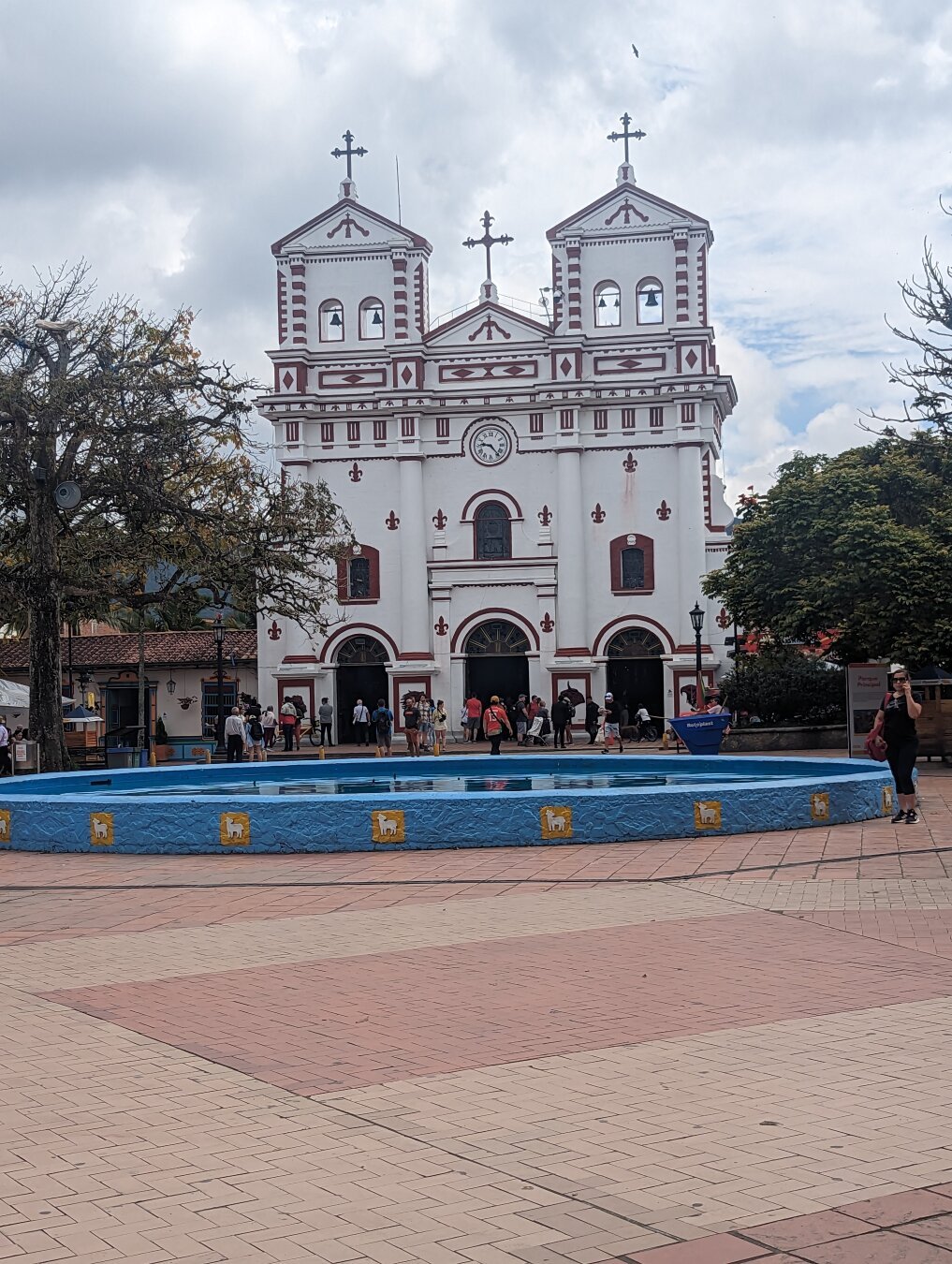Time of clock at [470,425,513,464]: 9:23
